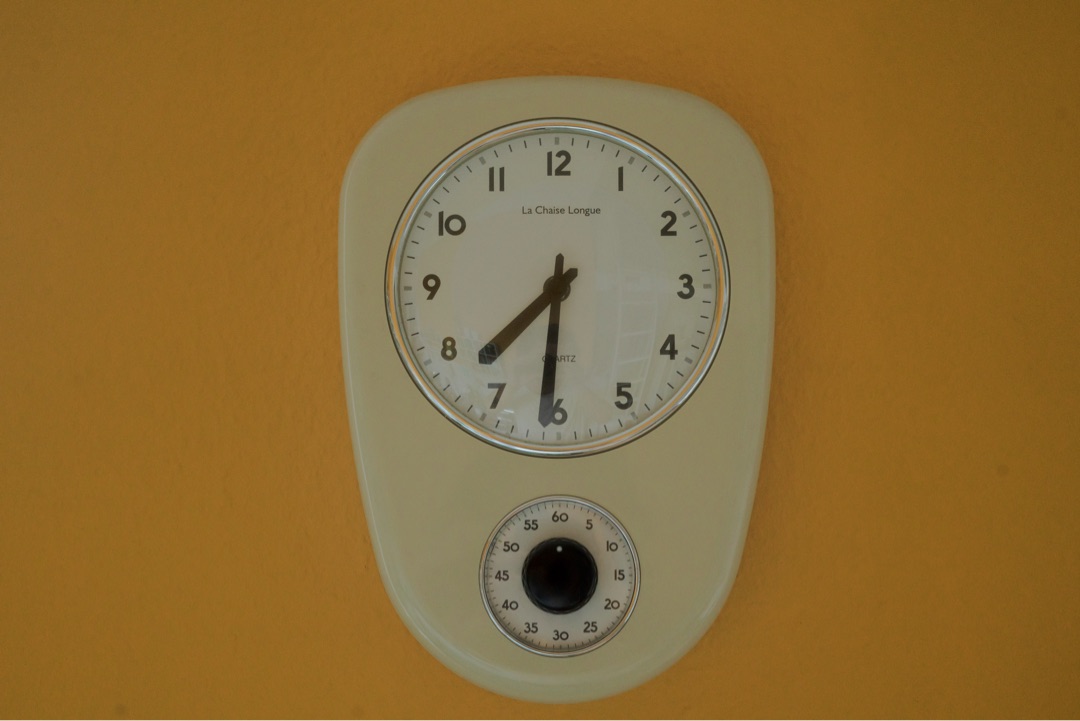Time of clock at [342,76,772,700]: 7:31
